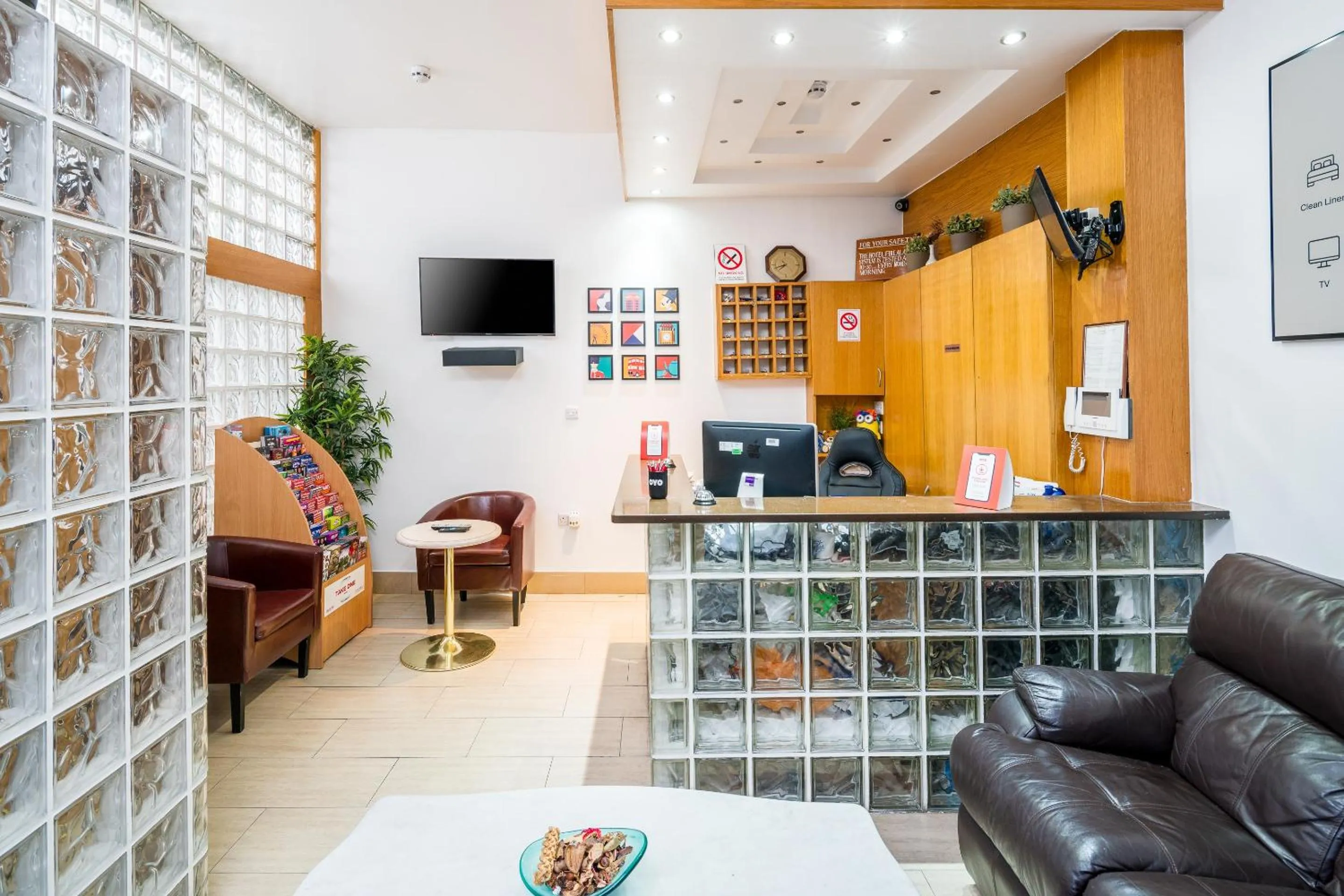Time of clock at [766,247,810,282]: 7:40
